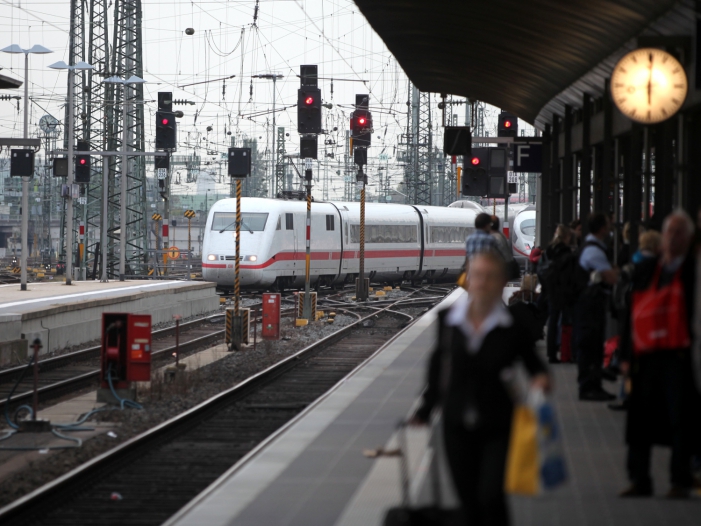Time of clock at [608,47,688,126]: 6:00
